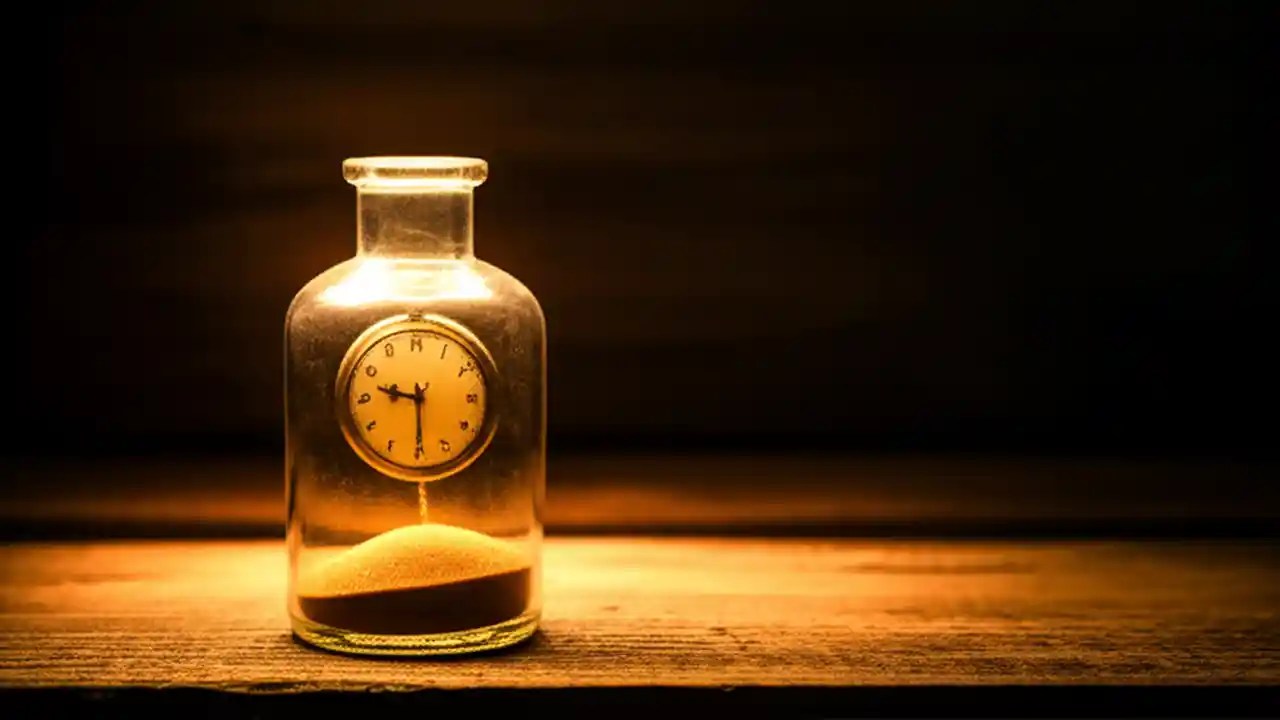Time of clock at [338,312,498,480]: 9:29
